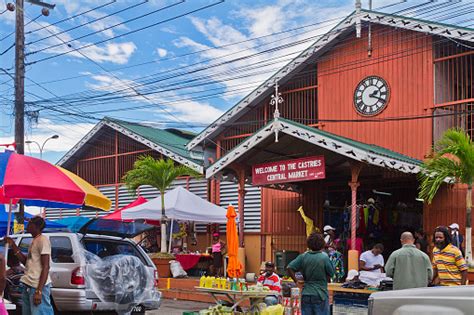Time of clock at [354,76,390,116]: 2:18
